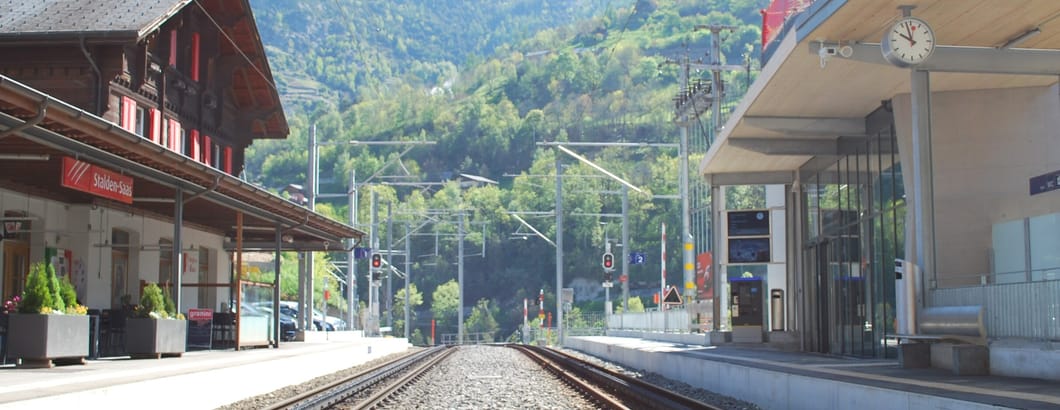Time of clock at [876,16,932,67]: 9:57
